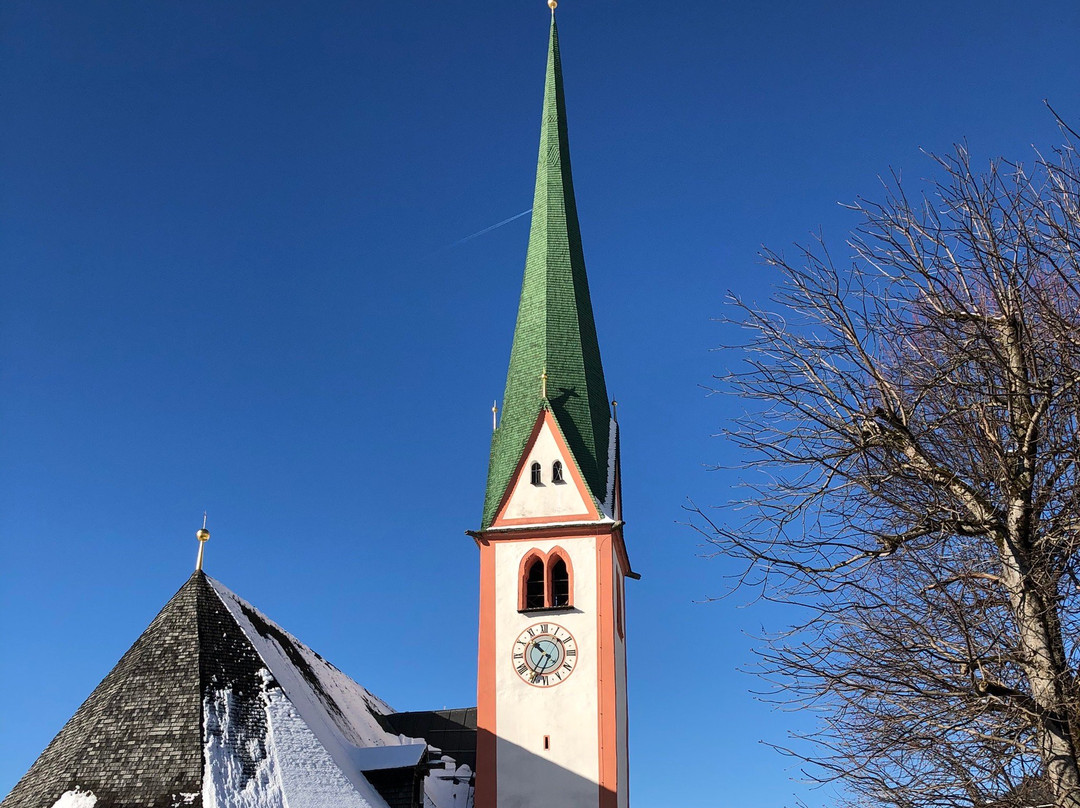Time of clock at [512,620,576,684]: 10:35
